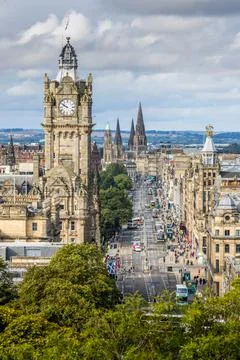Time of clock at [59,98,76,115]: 9:50
